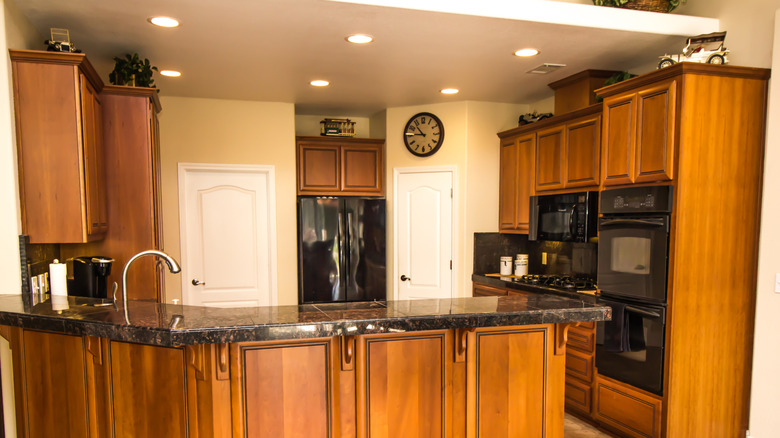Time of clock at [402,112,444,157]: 10:45
